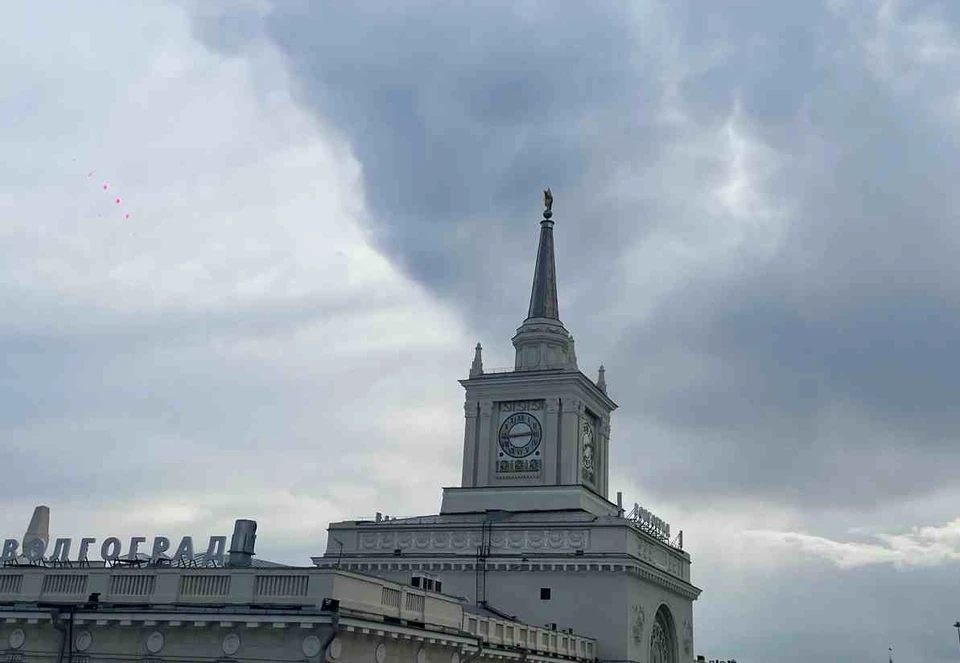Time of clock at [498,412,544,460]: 2:44
